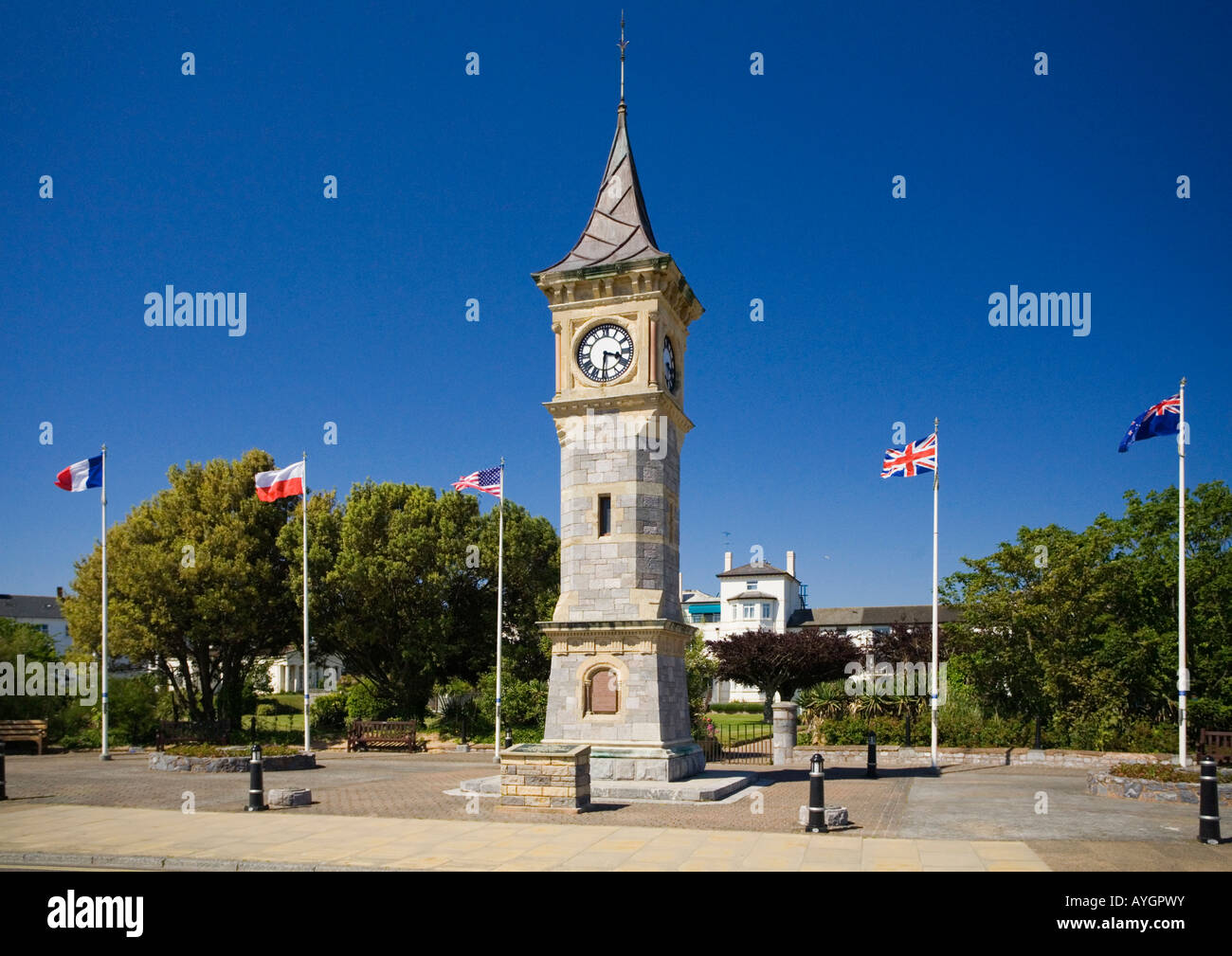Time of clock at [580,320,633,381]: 3:31
